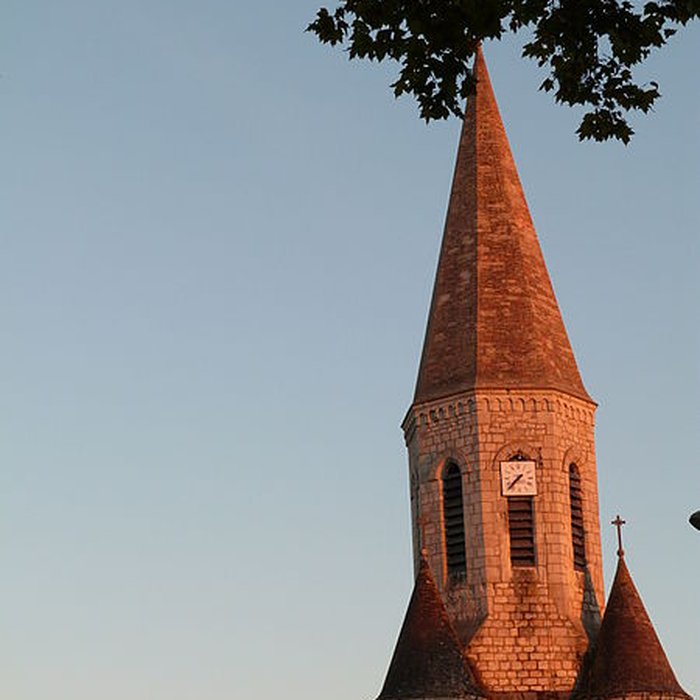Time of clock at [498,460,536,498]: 7:37
